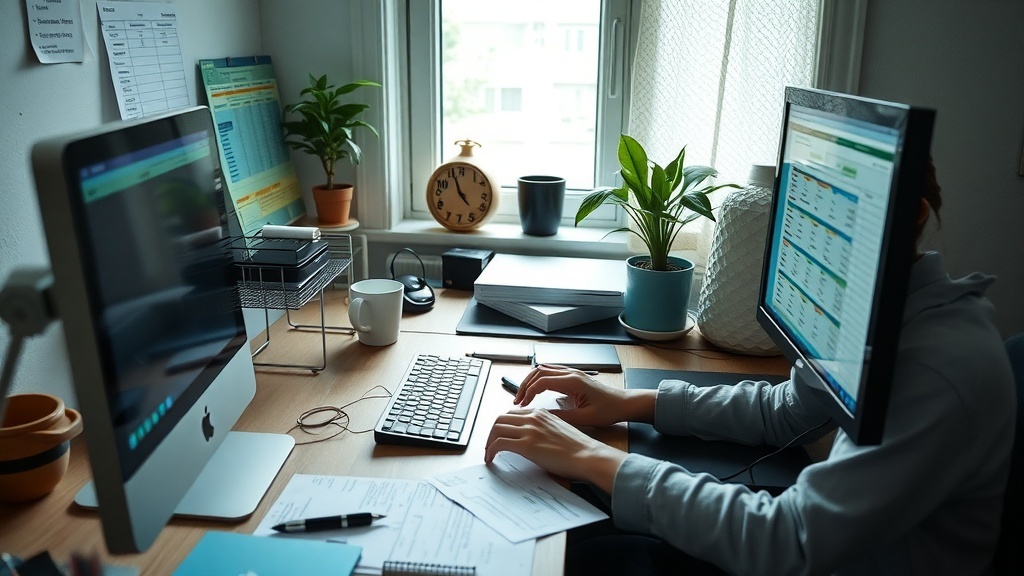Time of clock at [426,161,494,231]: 4:56
